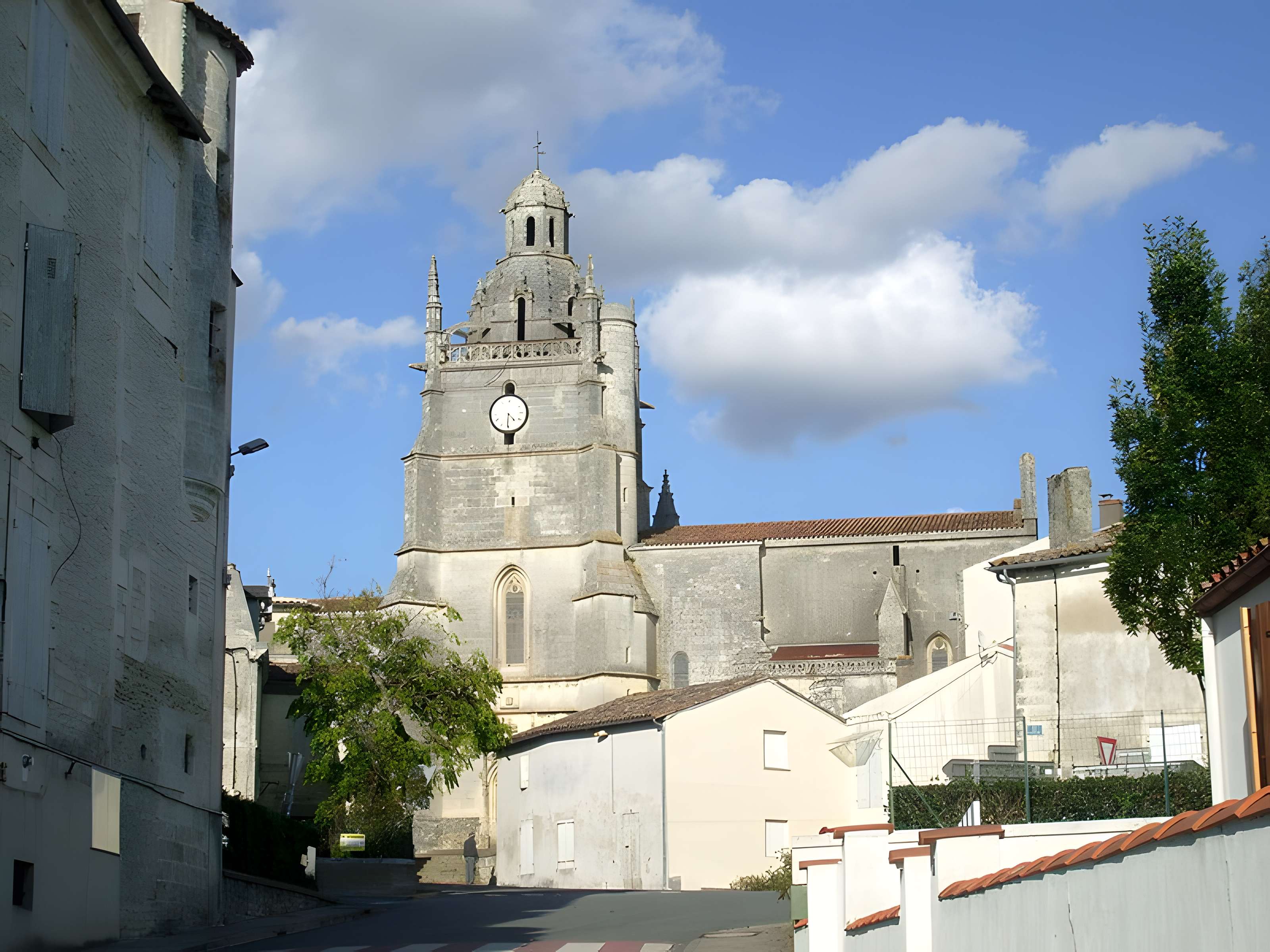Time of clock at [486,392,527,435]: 4:30
